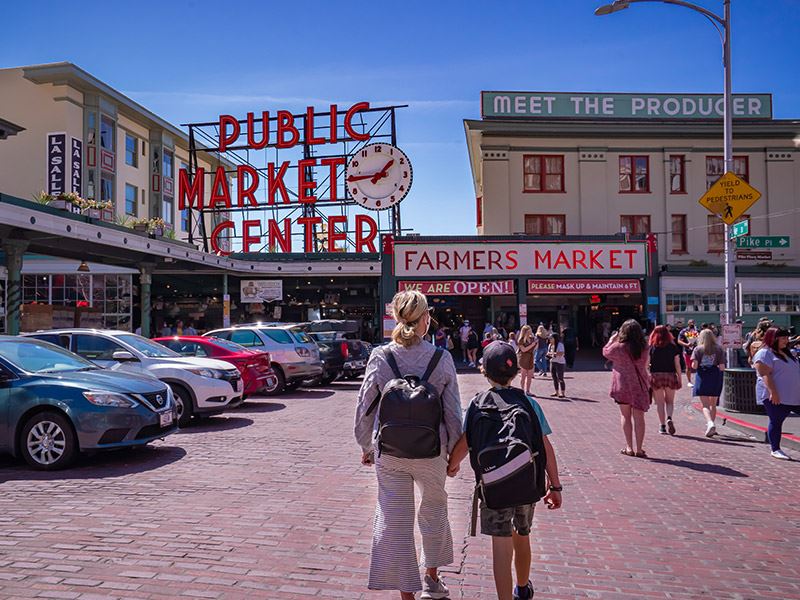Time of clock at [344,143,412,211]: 1:44
